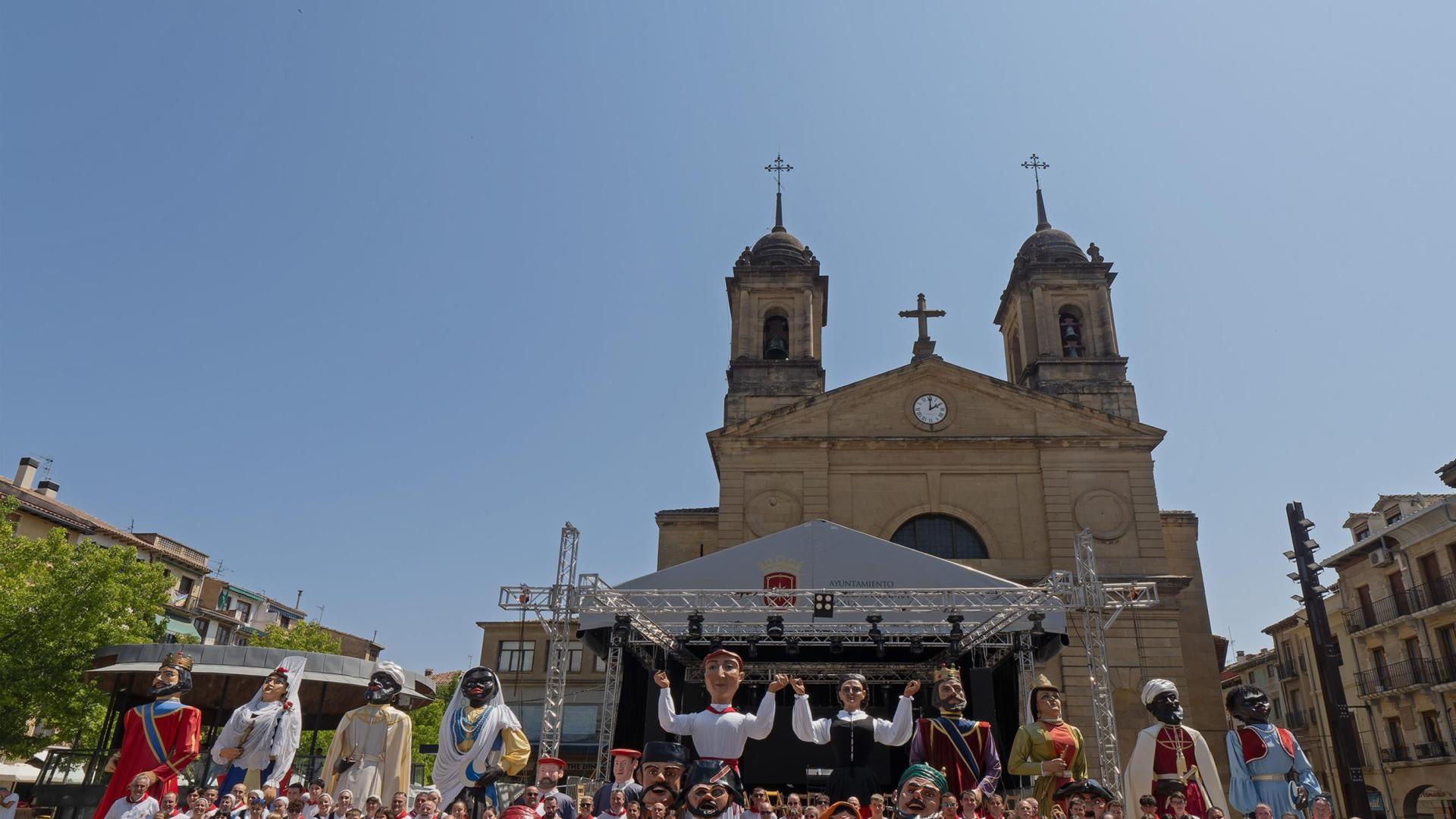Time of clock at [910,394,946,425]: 2:00
